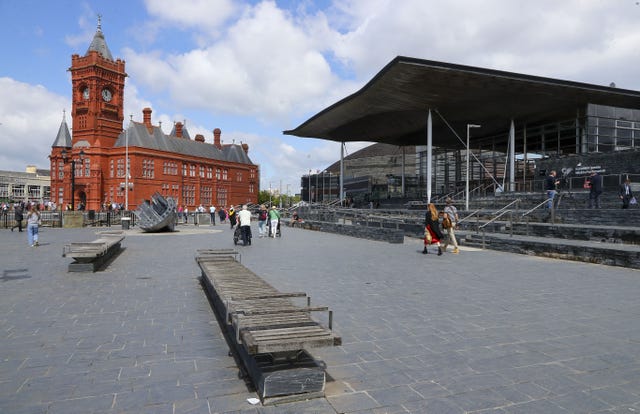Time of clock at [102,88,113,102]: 11:55
